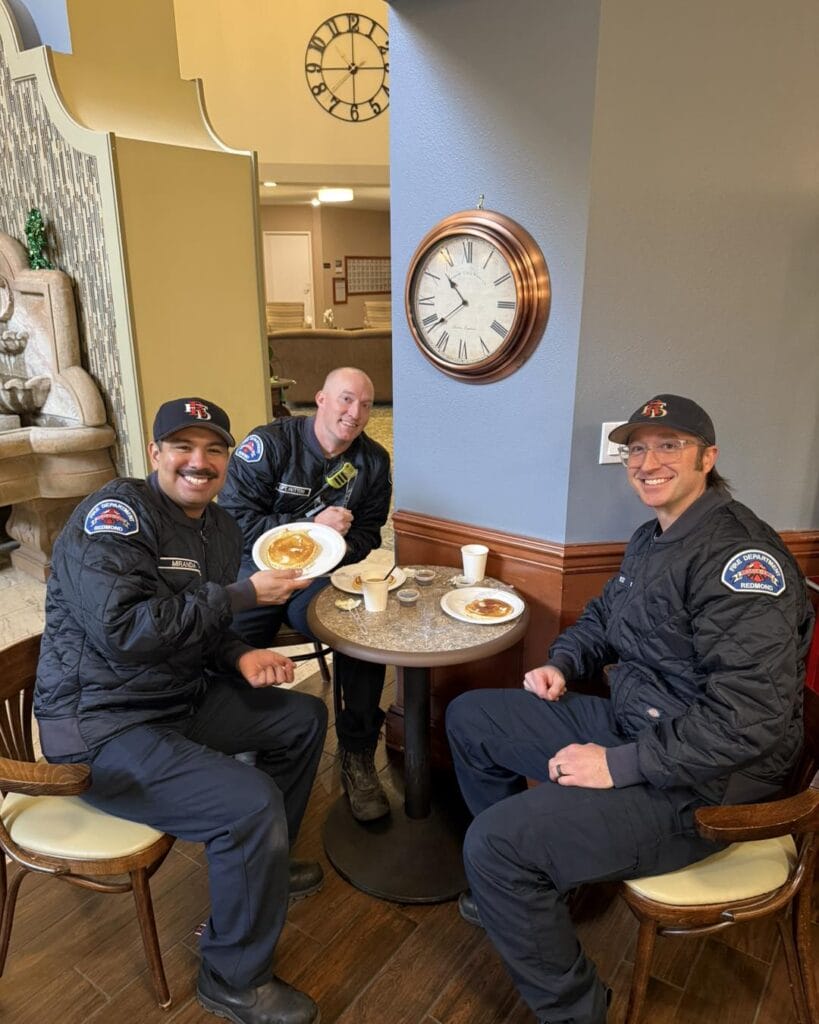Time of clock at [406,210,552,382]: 10:38
